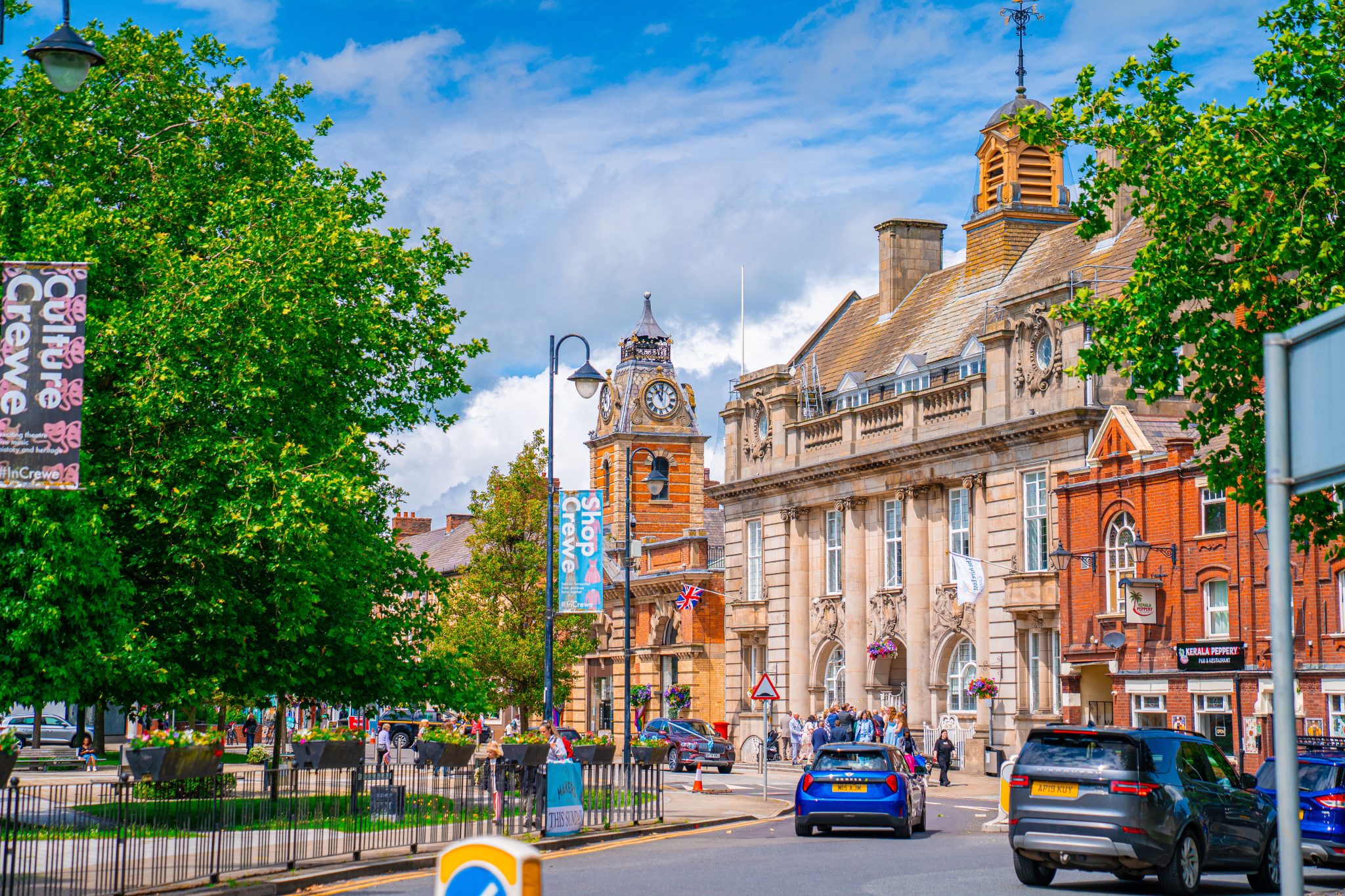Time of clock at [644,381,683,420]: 11:01
